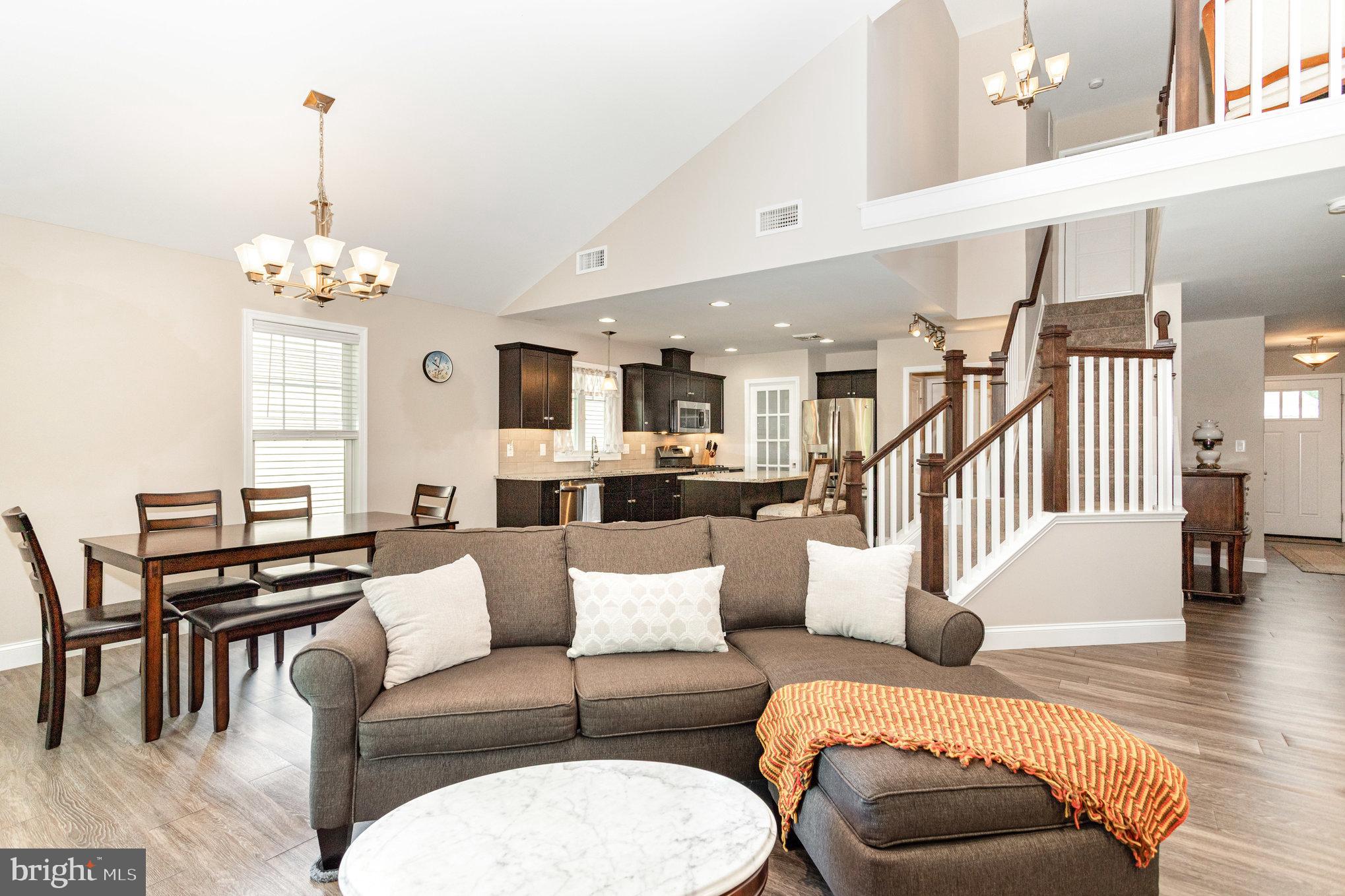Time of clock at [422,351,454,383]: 10:02
